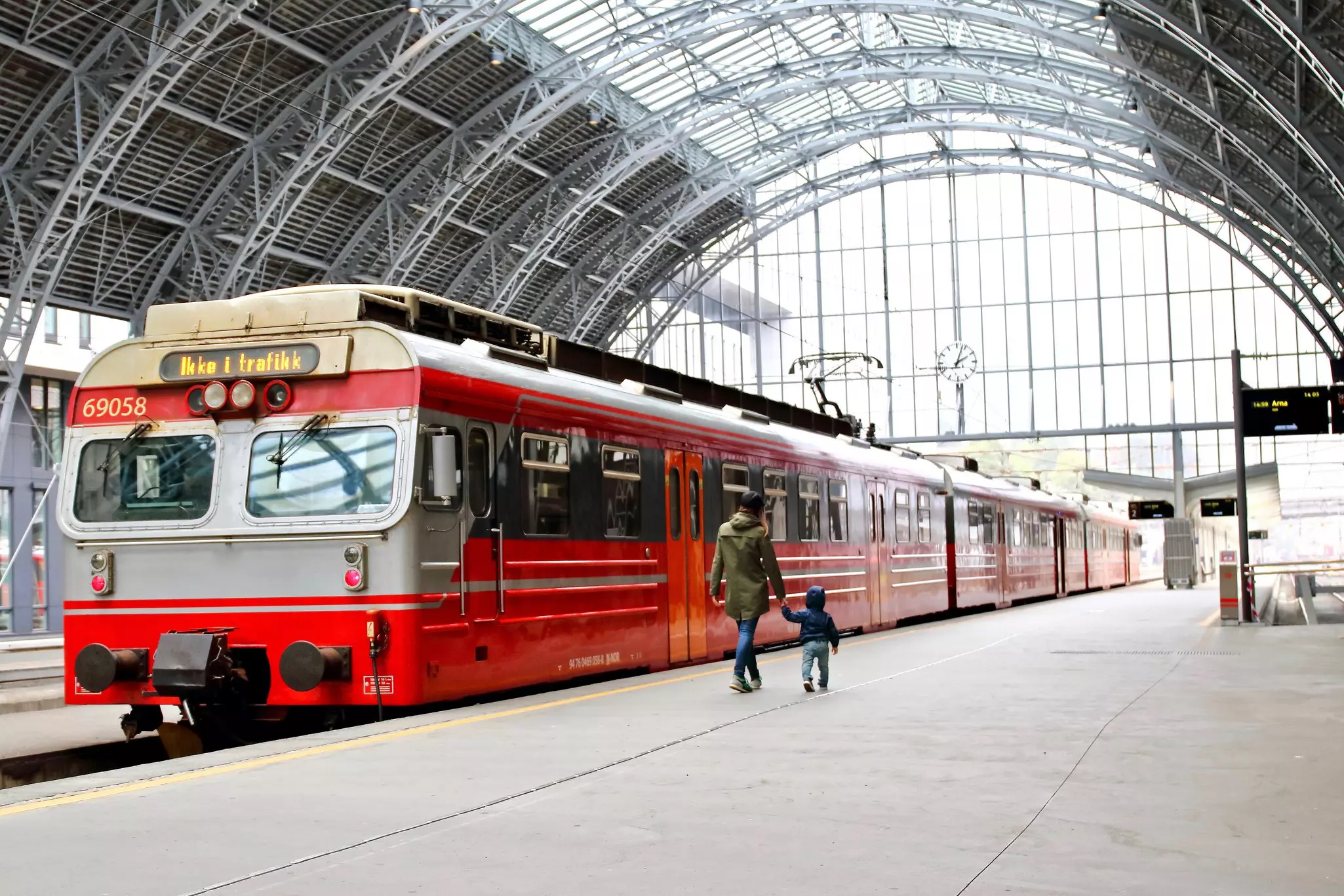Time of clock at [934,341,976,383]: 2:03
